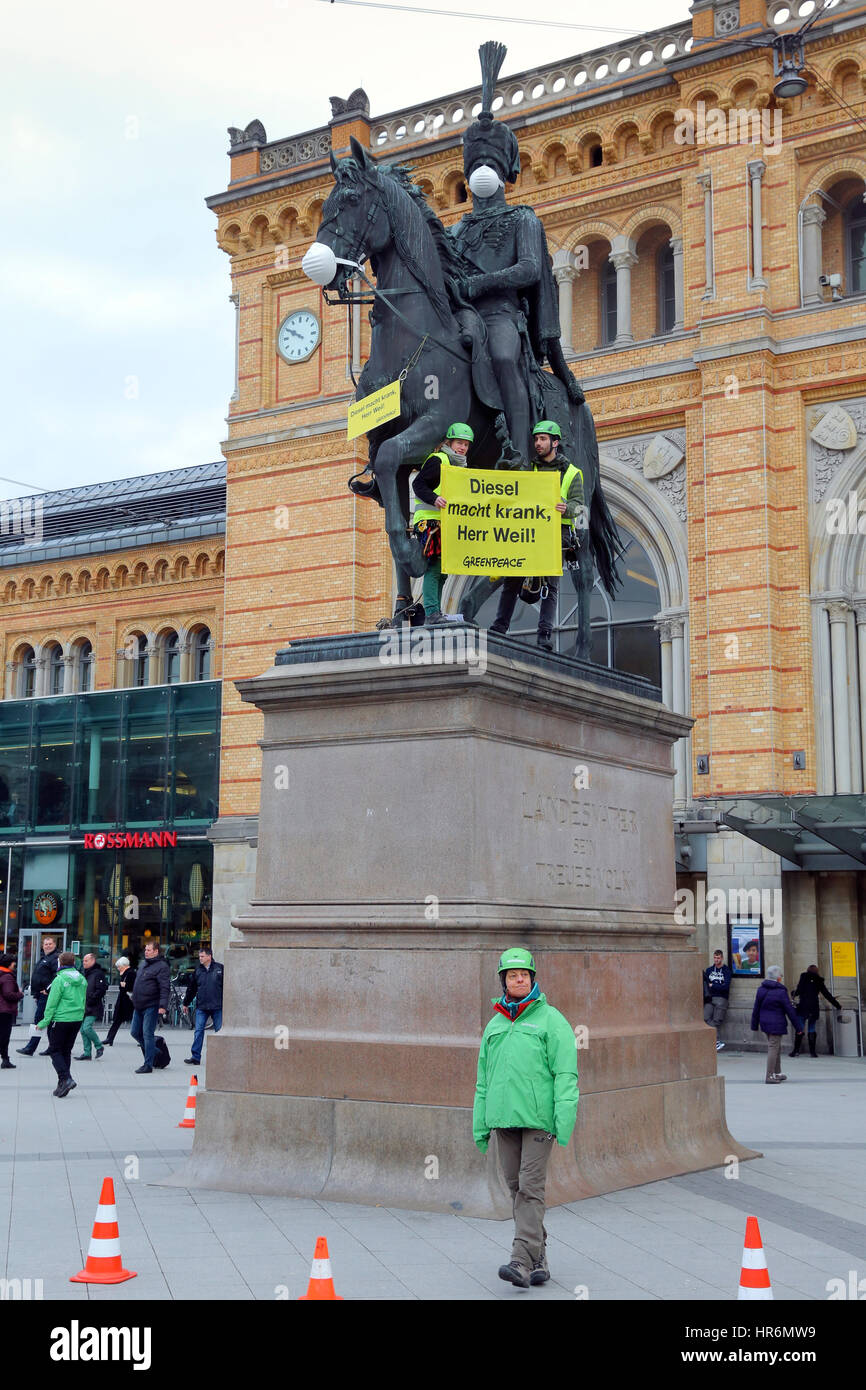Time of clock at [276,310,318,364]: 9:50
